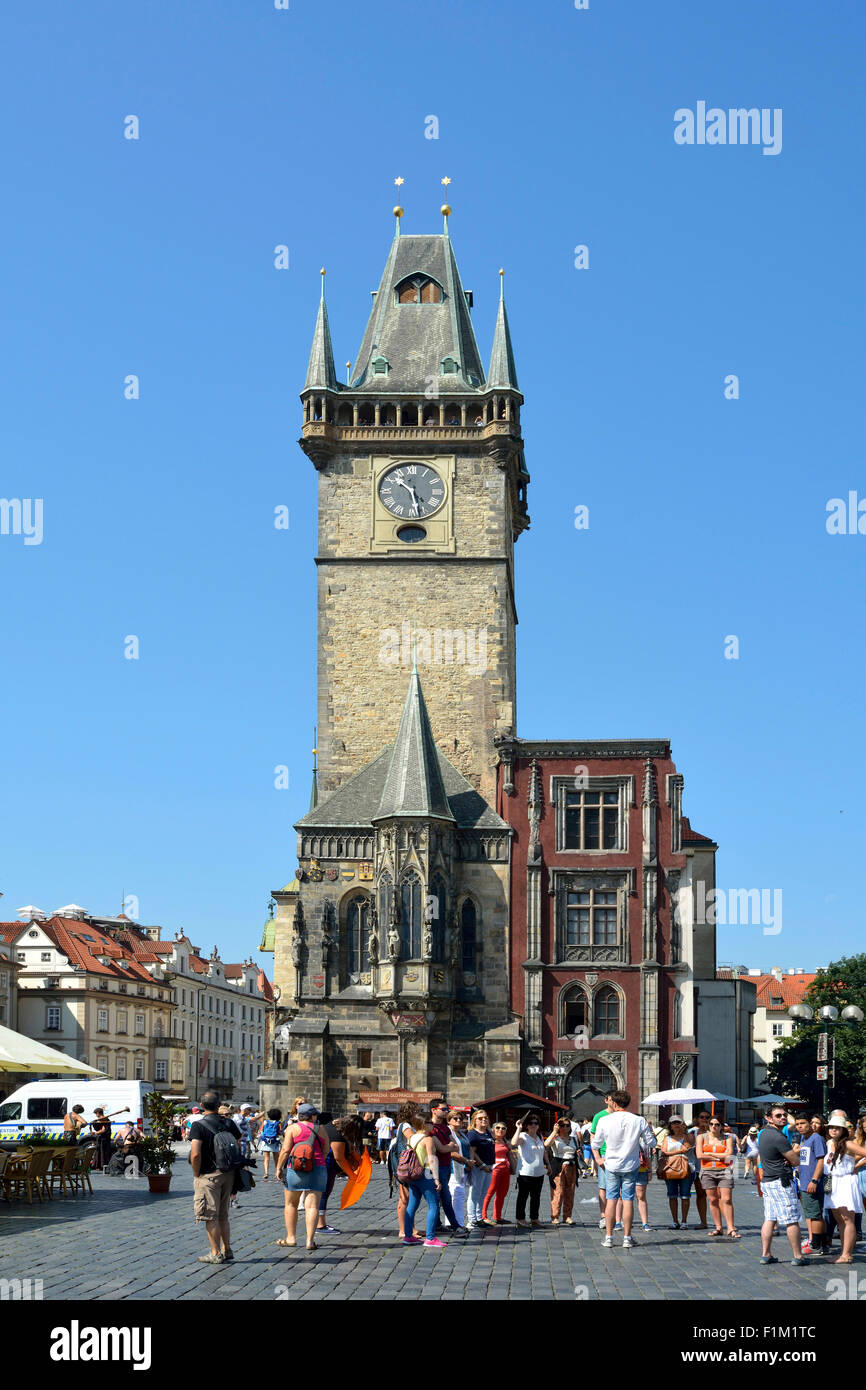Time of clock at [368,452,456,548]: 10:27
